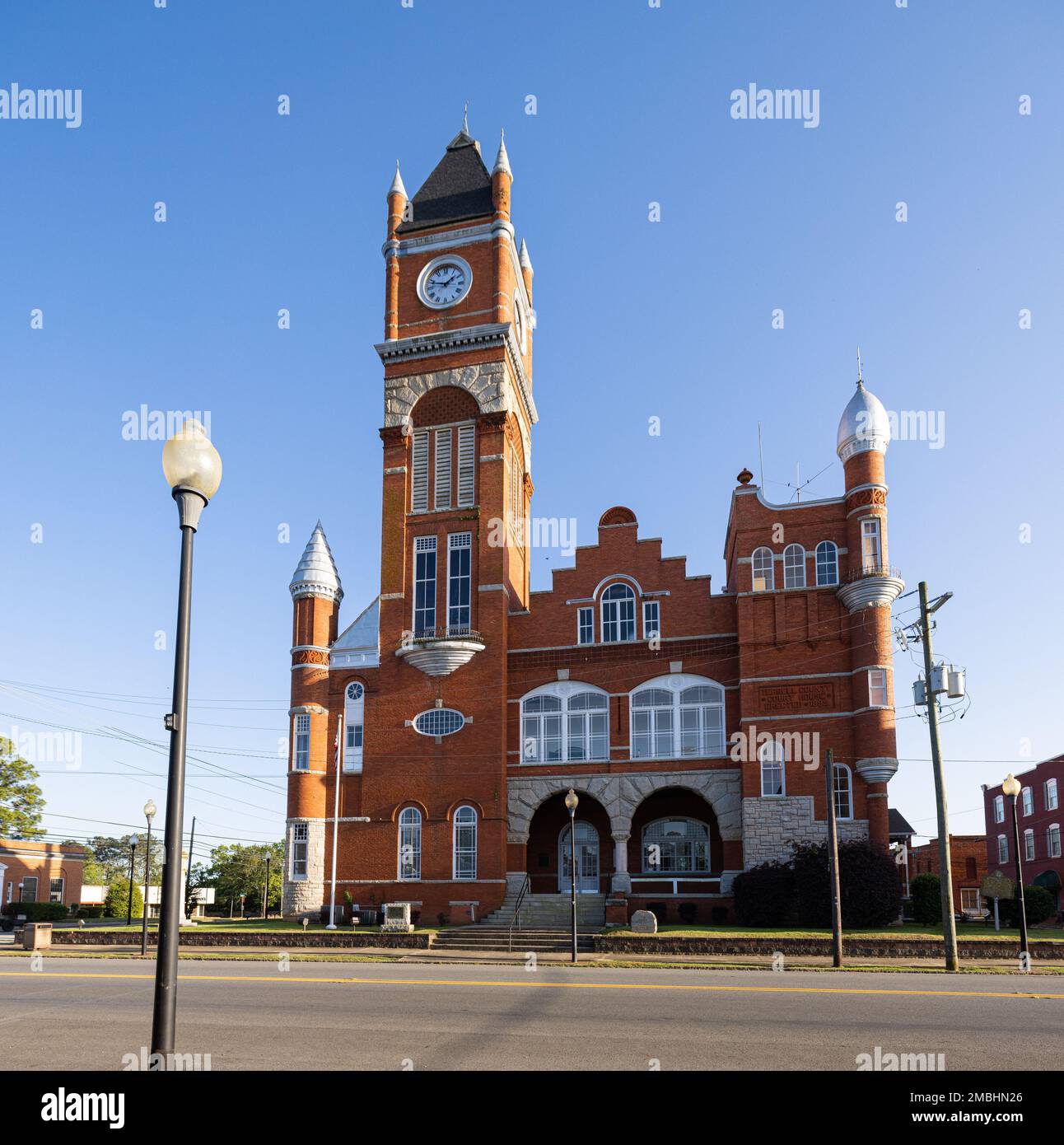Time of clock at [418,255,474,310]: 1:47
